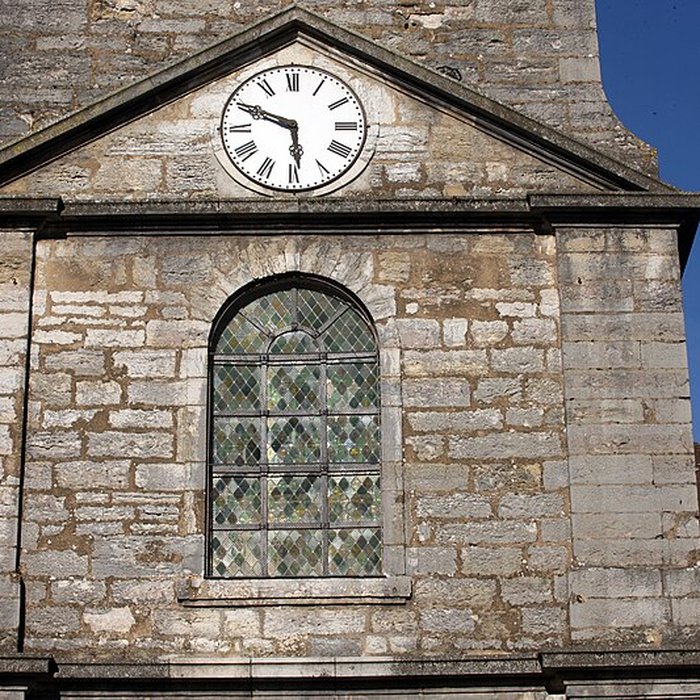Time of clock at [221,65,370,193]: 5:49
